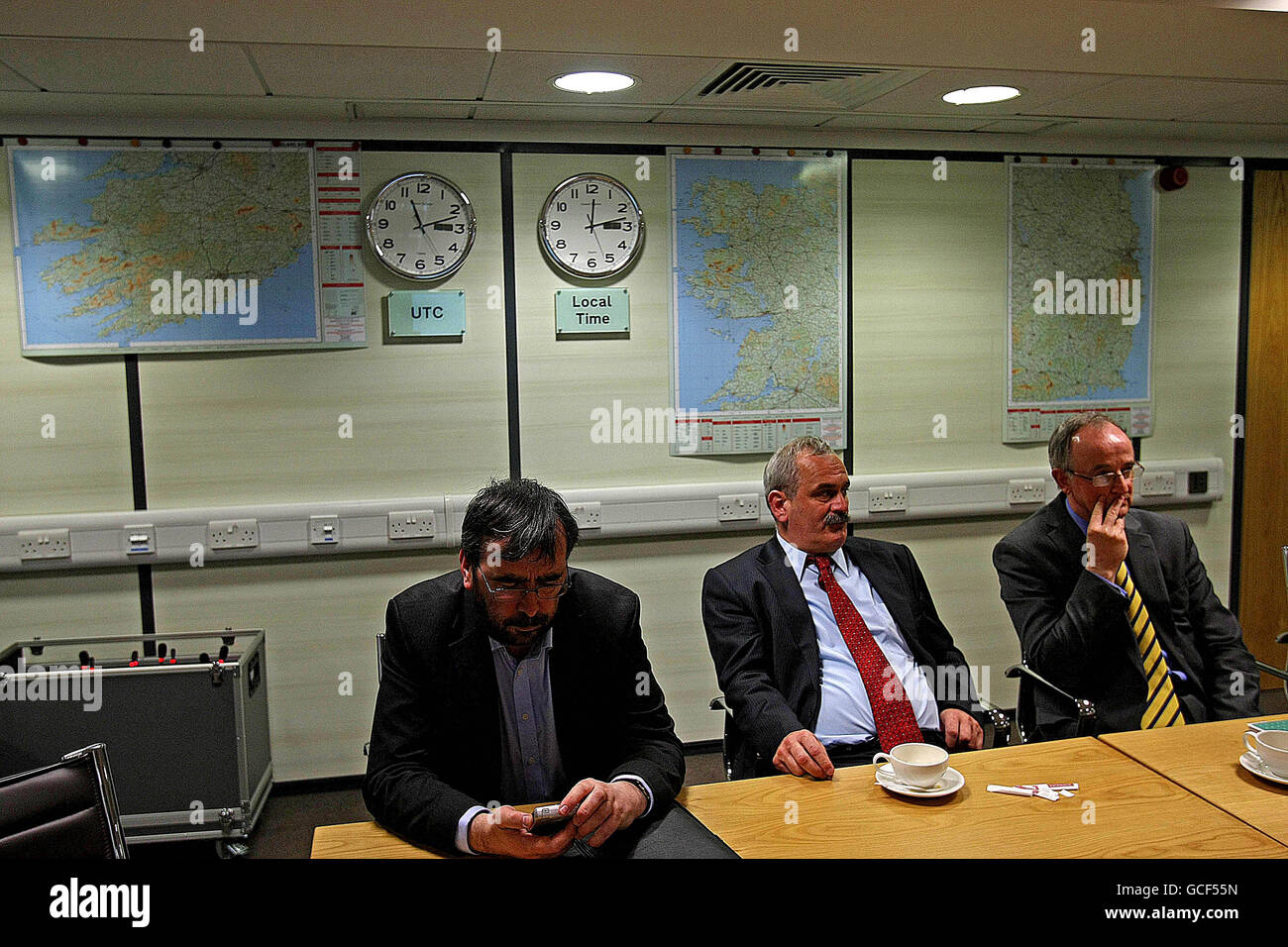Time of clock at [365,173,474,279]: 11:12
